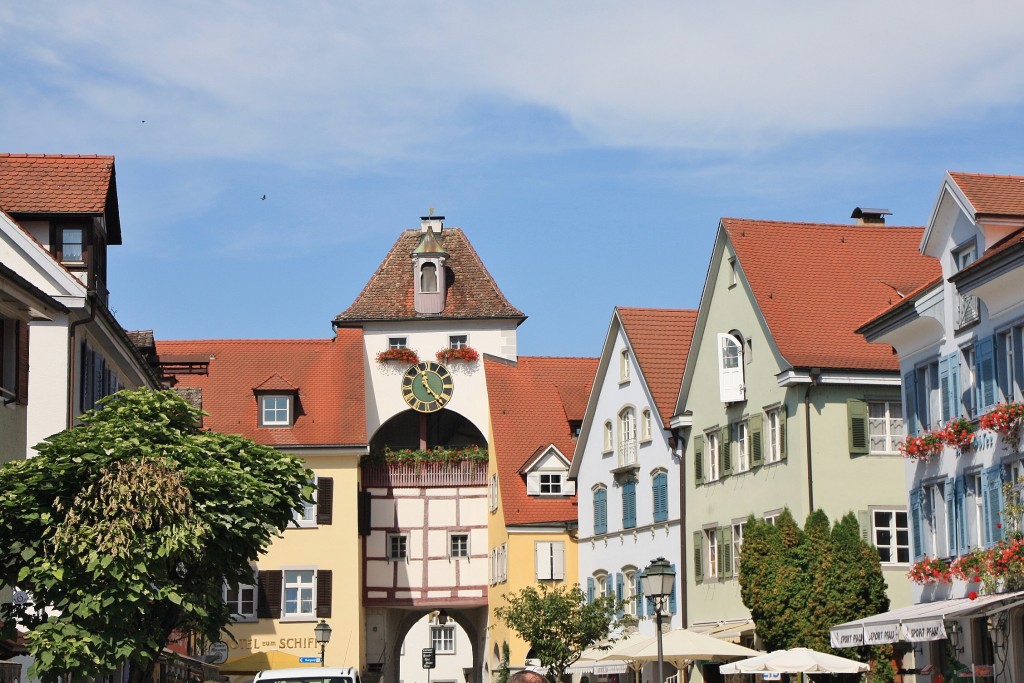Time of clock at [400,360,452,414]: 11:22
